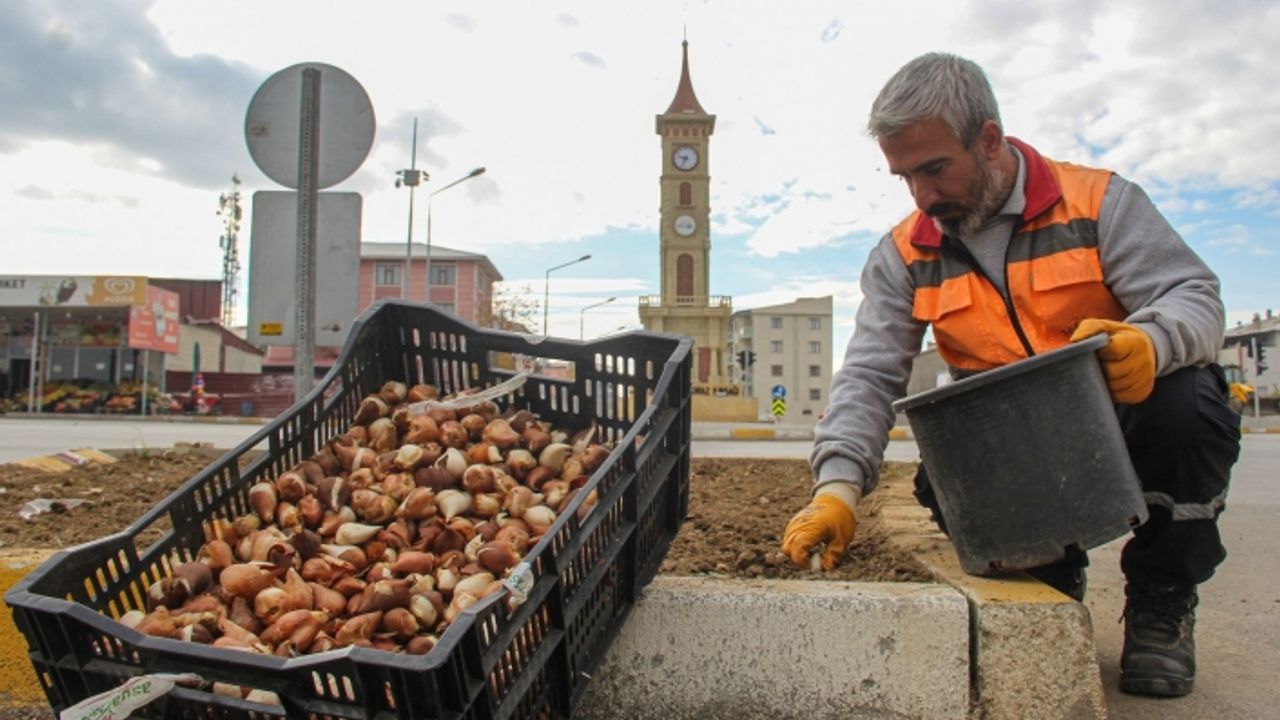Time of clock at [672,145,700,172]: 9:34
